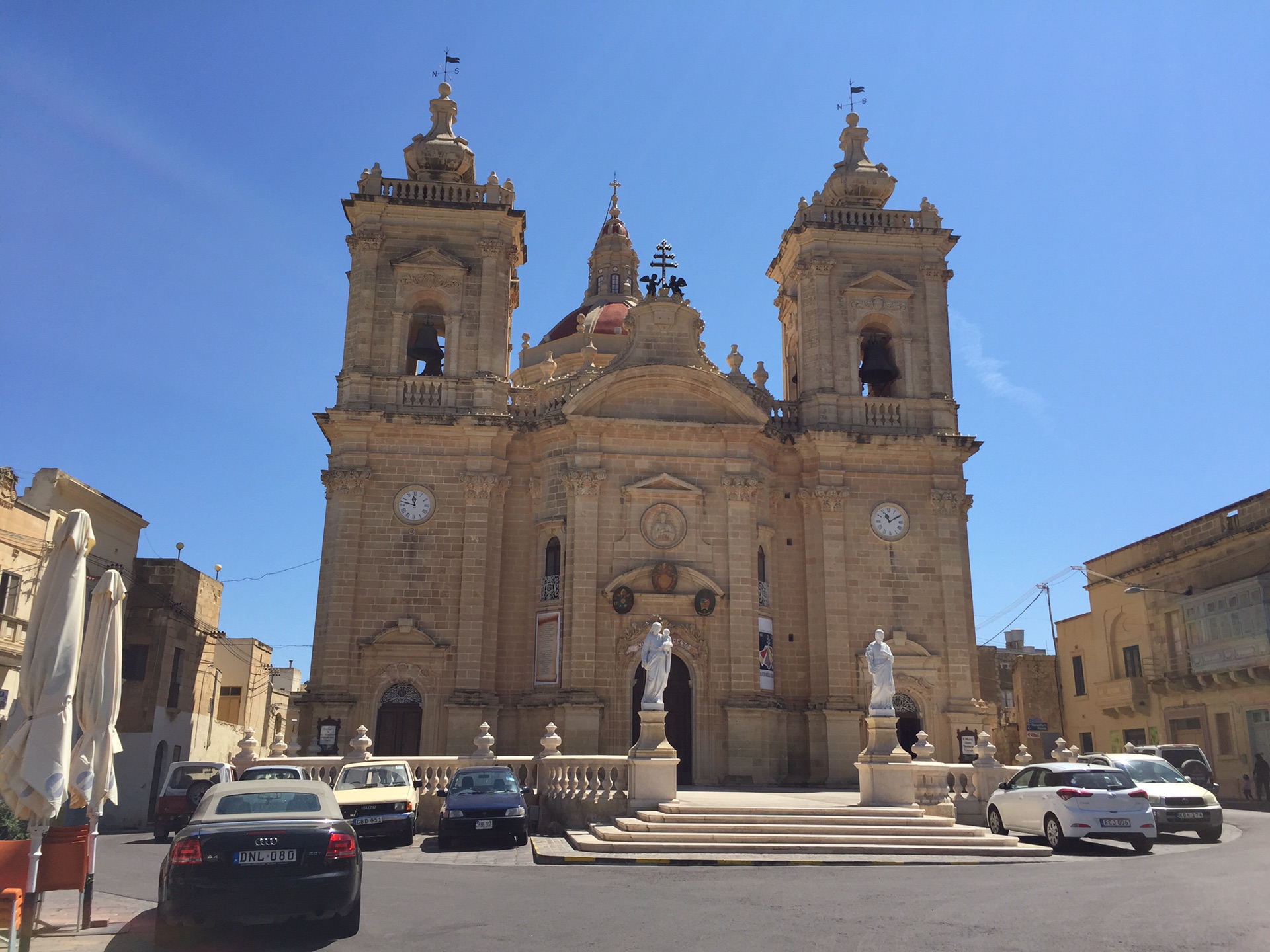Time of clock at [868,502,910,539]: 11:09
